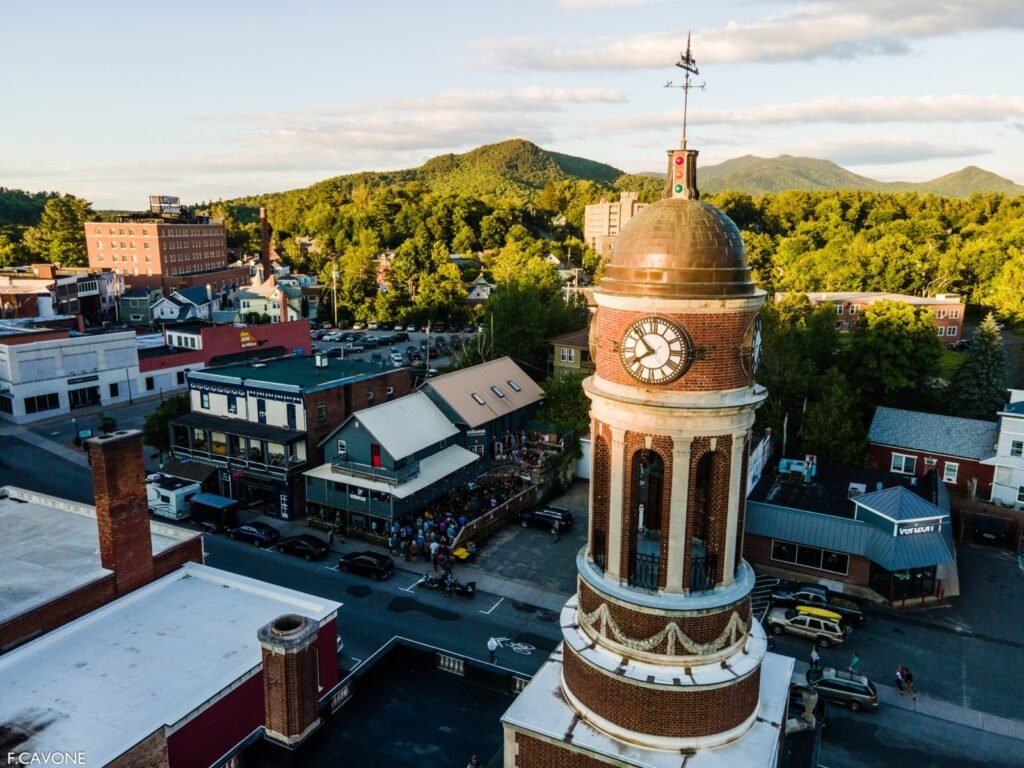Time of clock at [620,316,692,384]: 7:52
